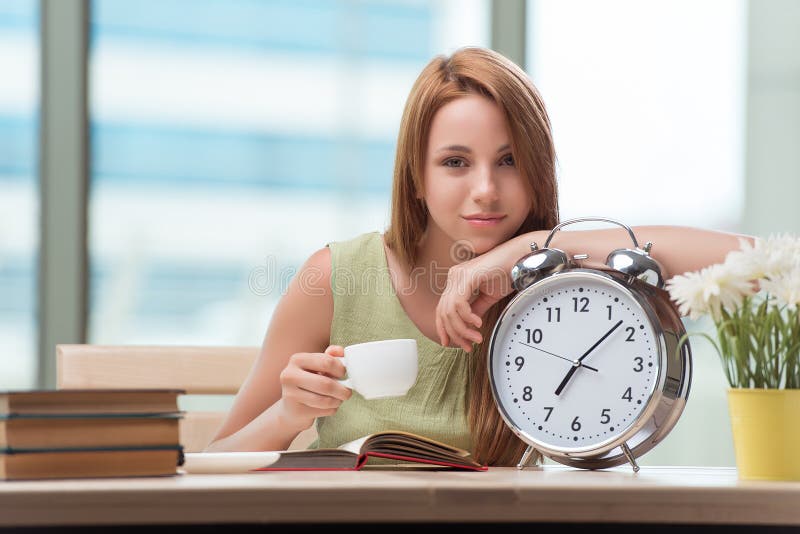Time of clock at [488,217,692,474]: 7:07
